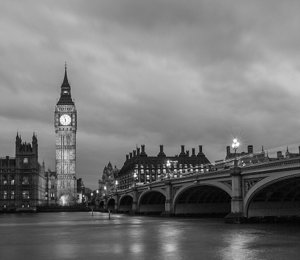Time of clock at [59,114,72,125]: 5:57
